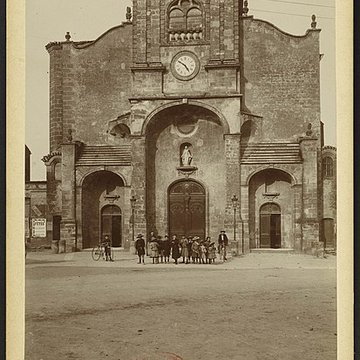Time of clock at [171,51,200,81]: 4:50
